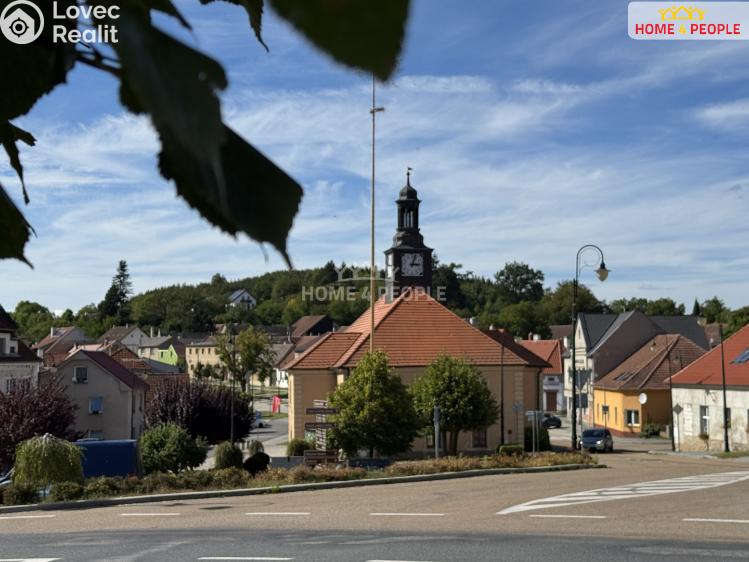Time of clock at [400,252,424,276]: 3:02
